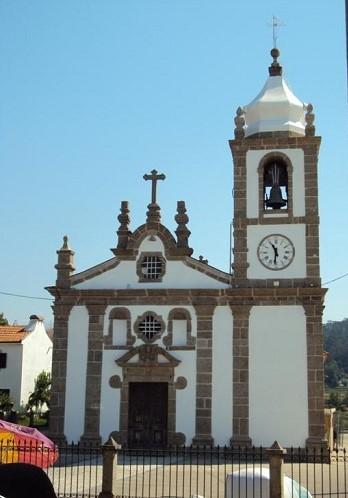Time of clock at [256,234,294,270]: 11:31
